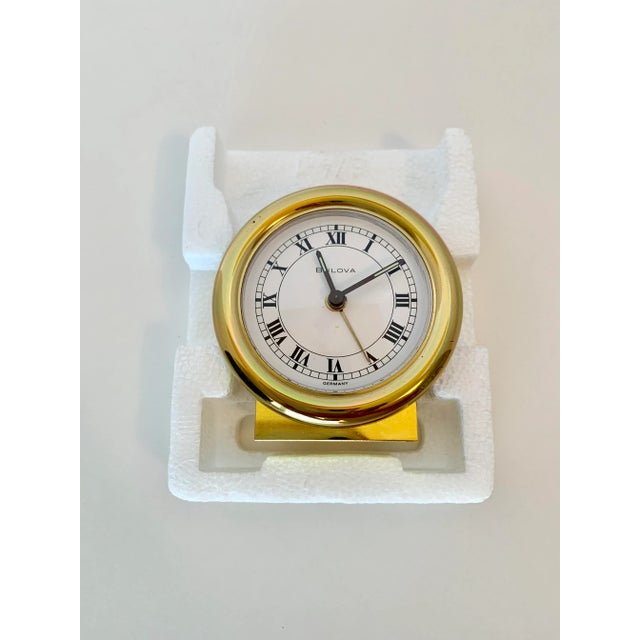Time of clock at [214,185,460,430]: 11:09
